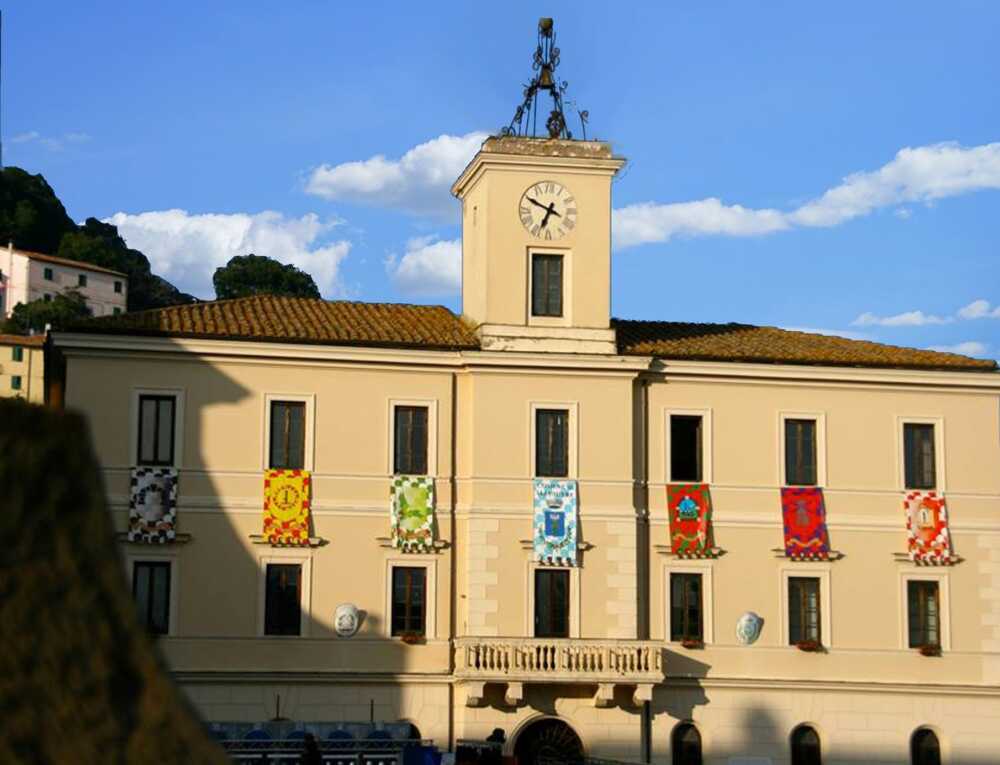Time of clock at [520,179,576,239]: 6:49
